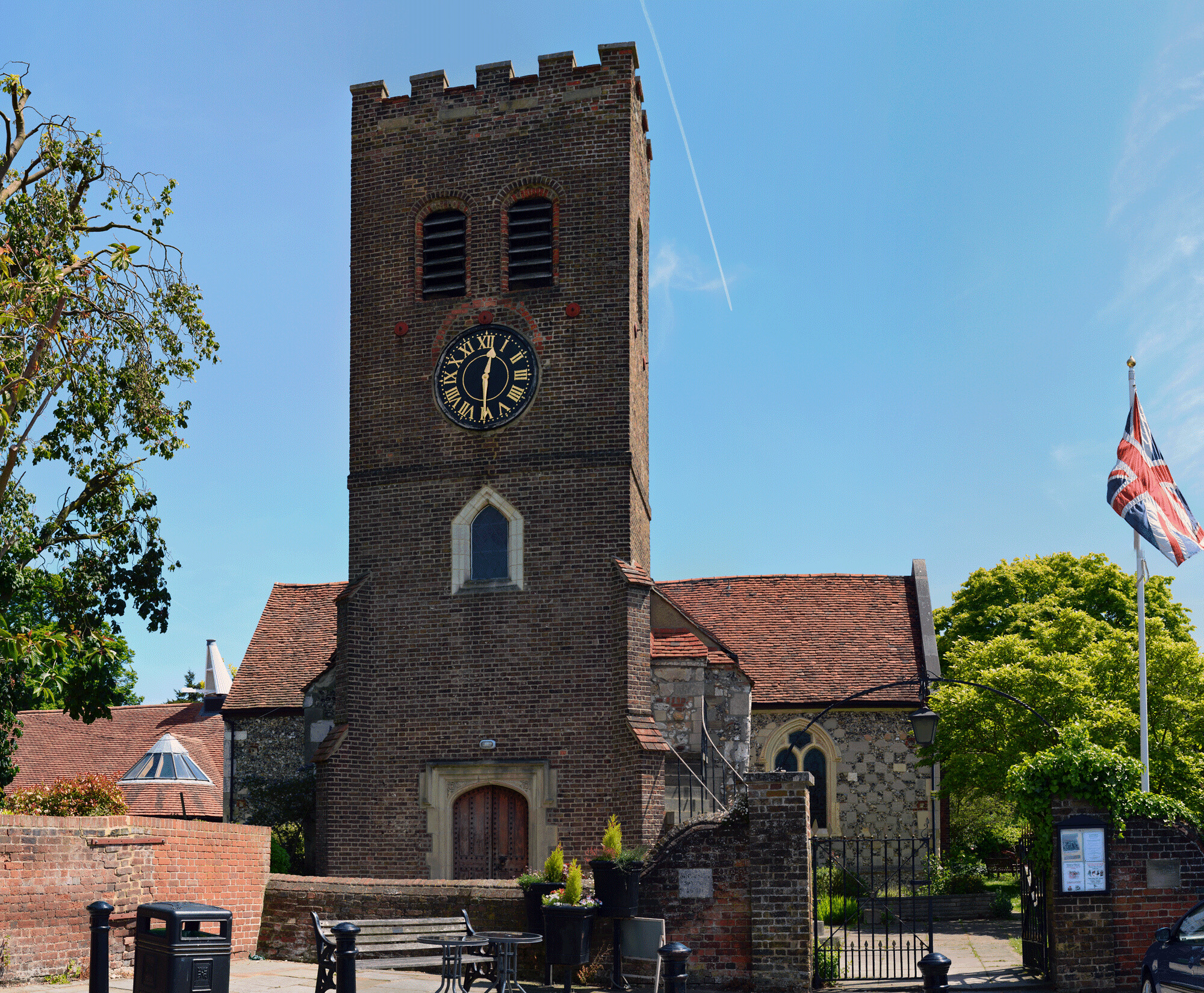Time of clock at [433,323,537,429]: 12:29
